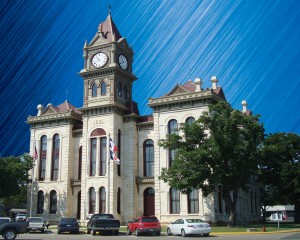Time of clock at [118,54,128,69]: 10:40
